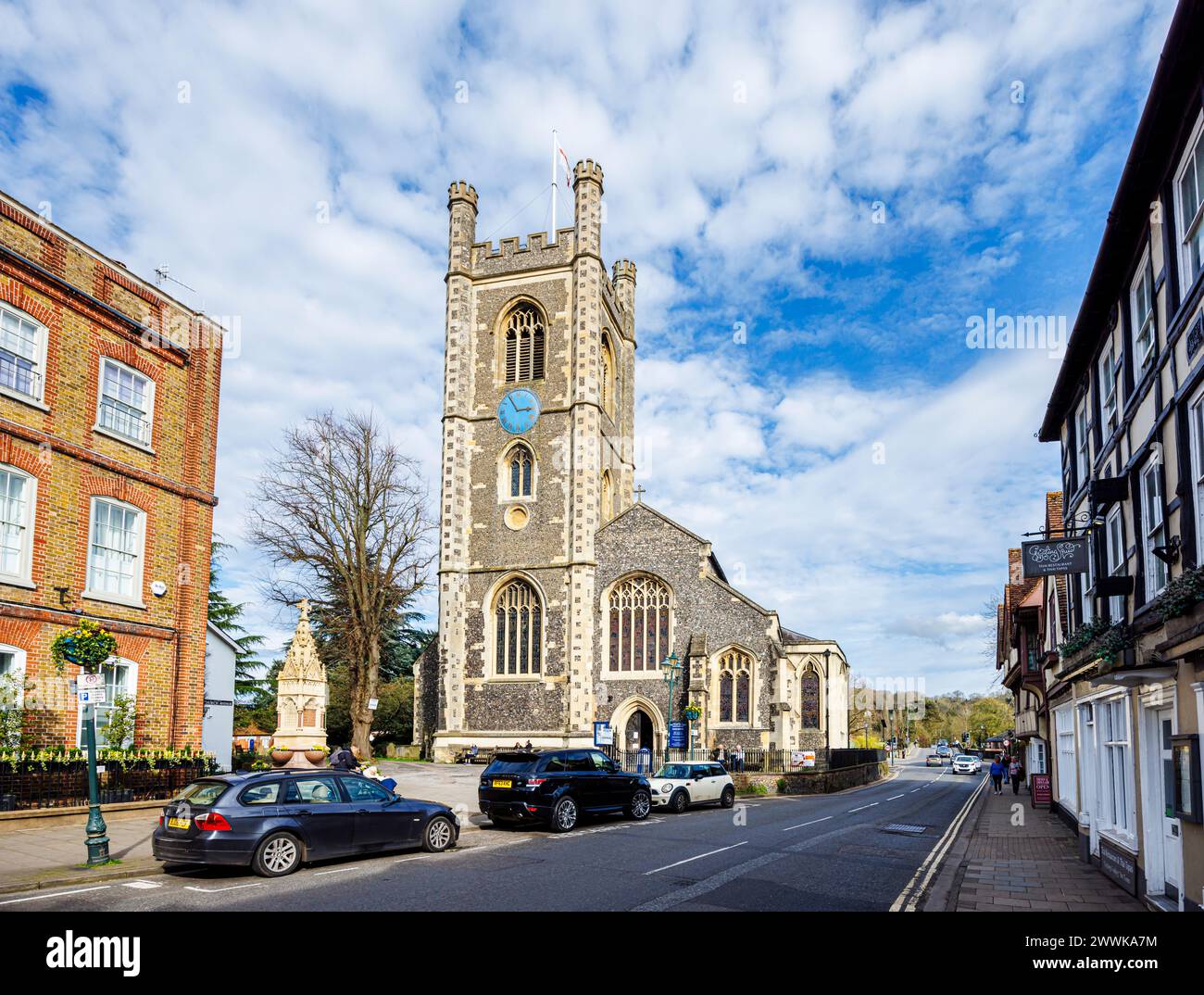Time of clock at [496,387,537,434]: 2:54
